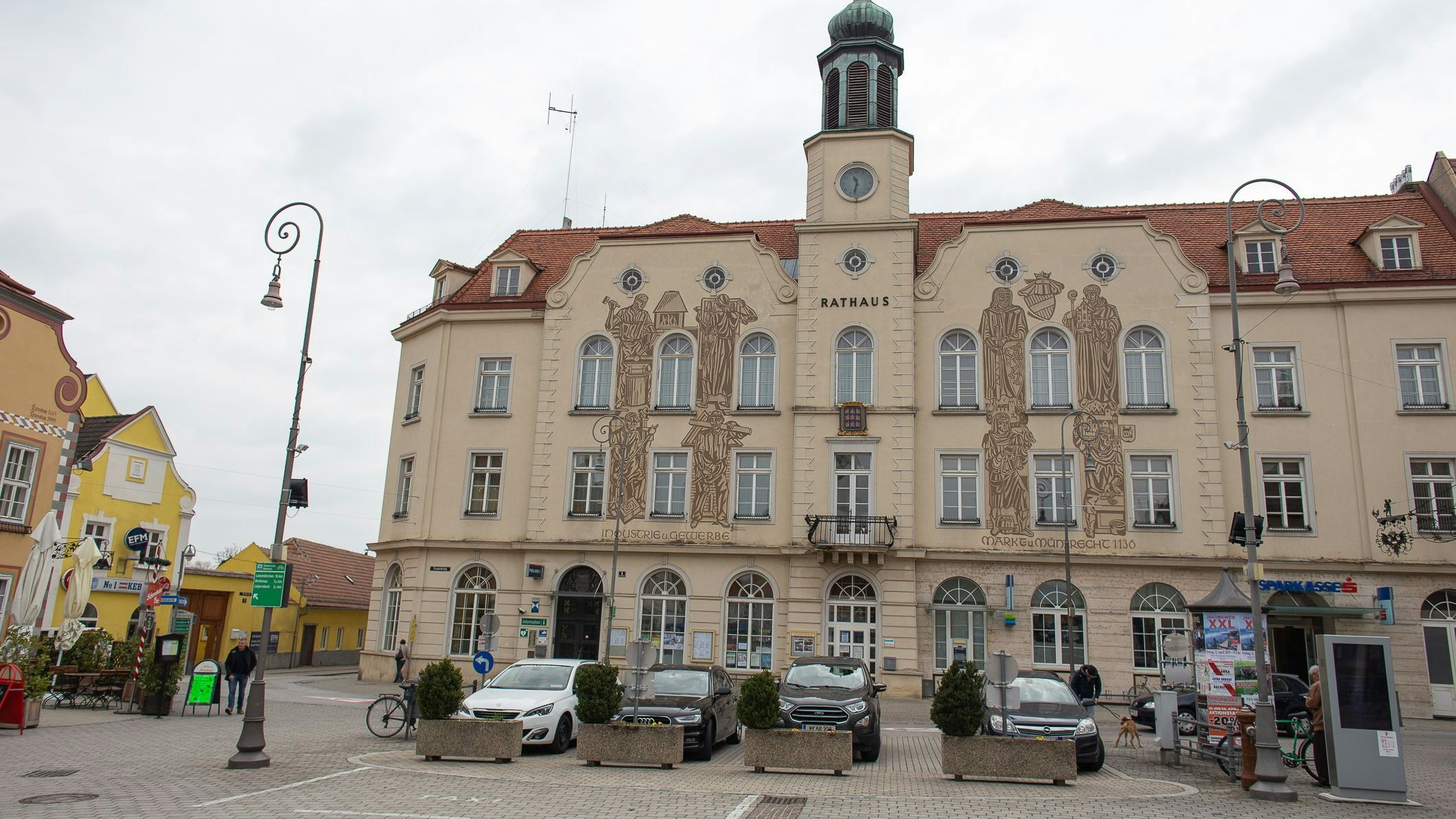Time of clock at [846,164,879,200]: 11:32
